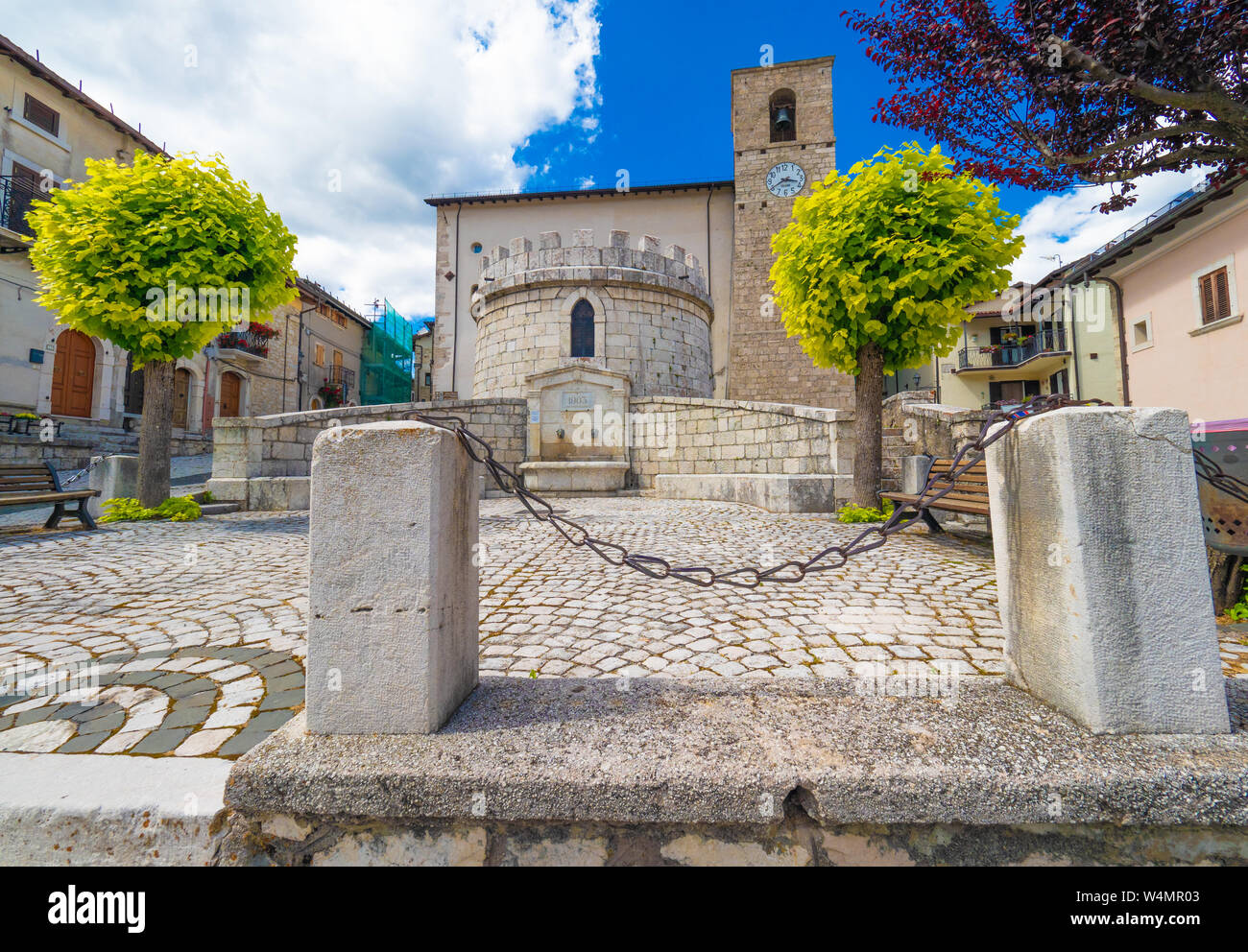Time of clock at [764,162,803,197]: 3:40
